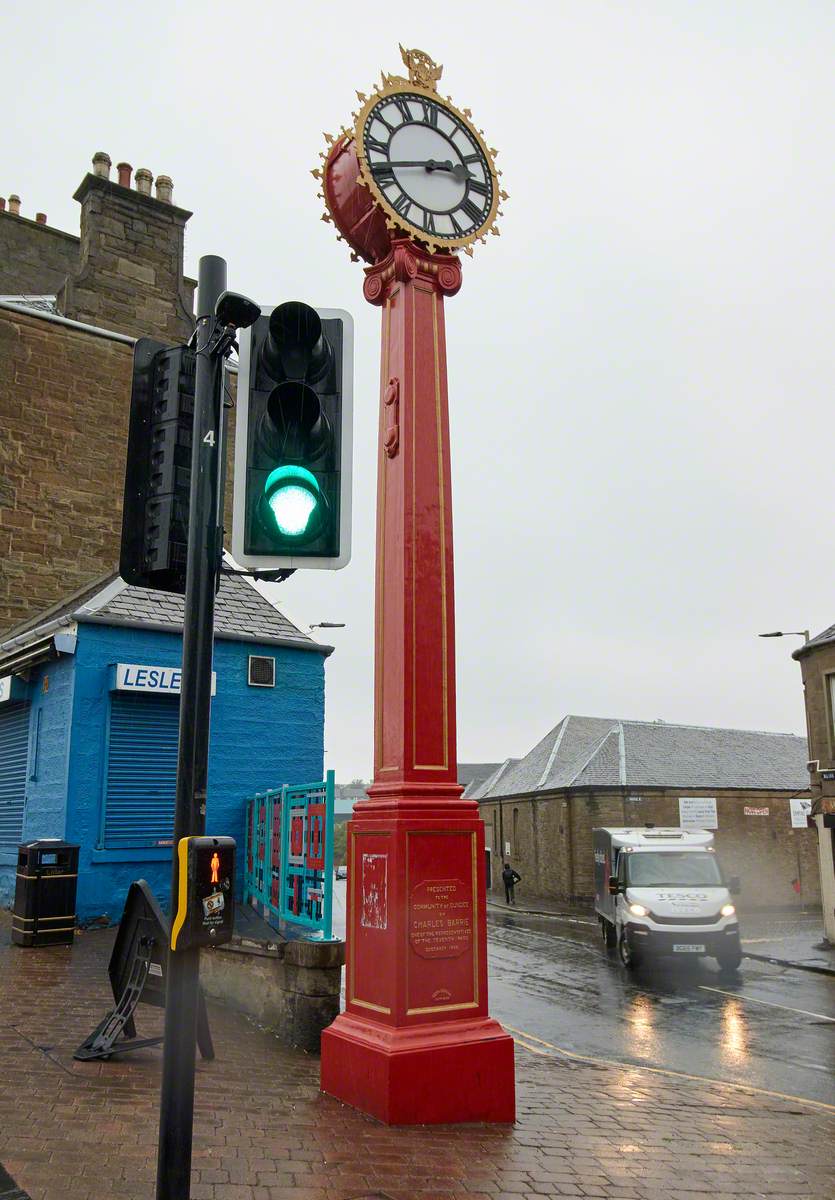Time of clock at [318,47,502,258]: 2:41
